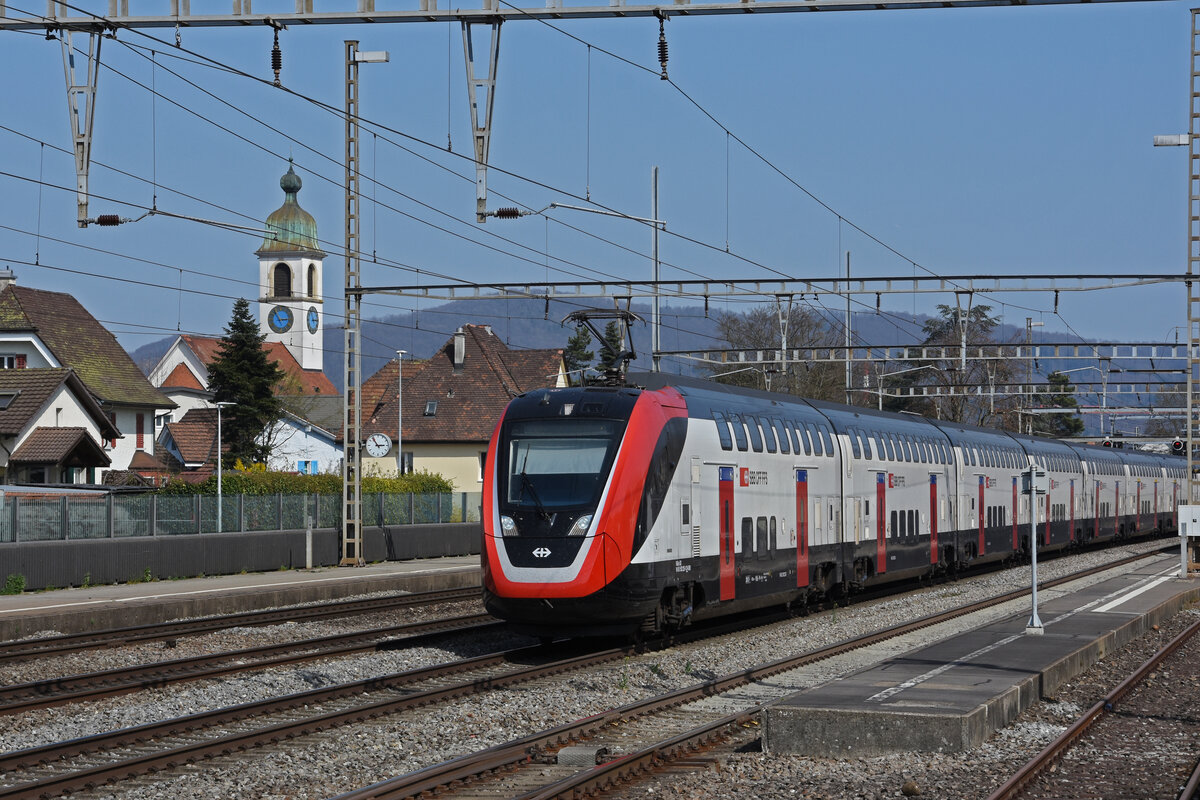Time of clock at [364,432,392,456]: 2:54
